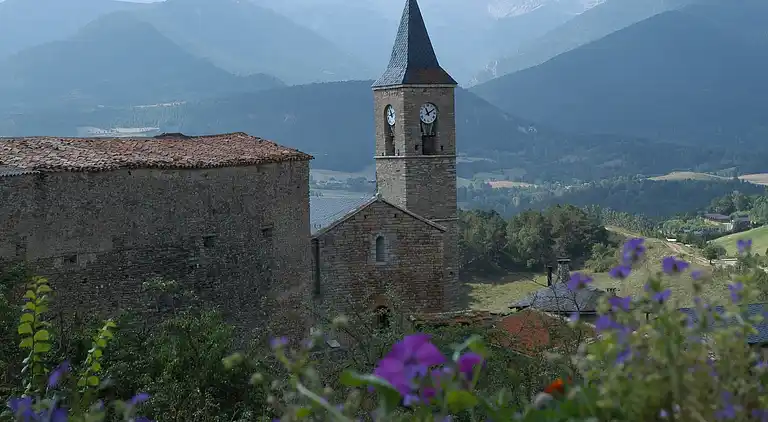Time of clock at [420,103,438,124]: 11:09
